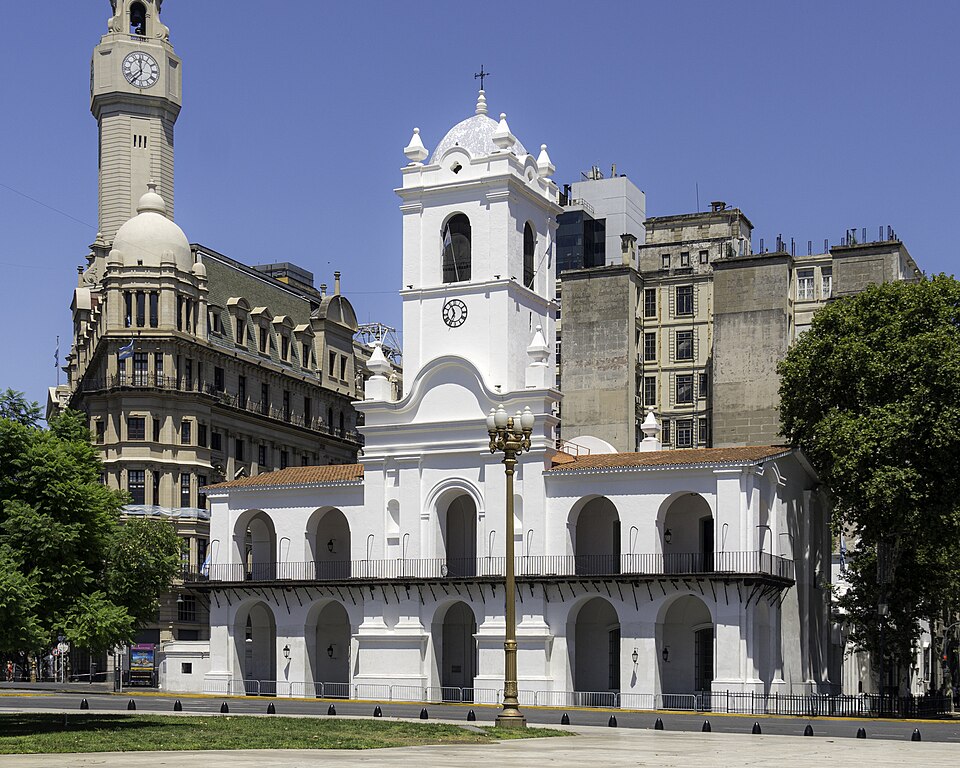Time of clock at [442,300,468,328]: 6:56
